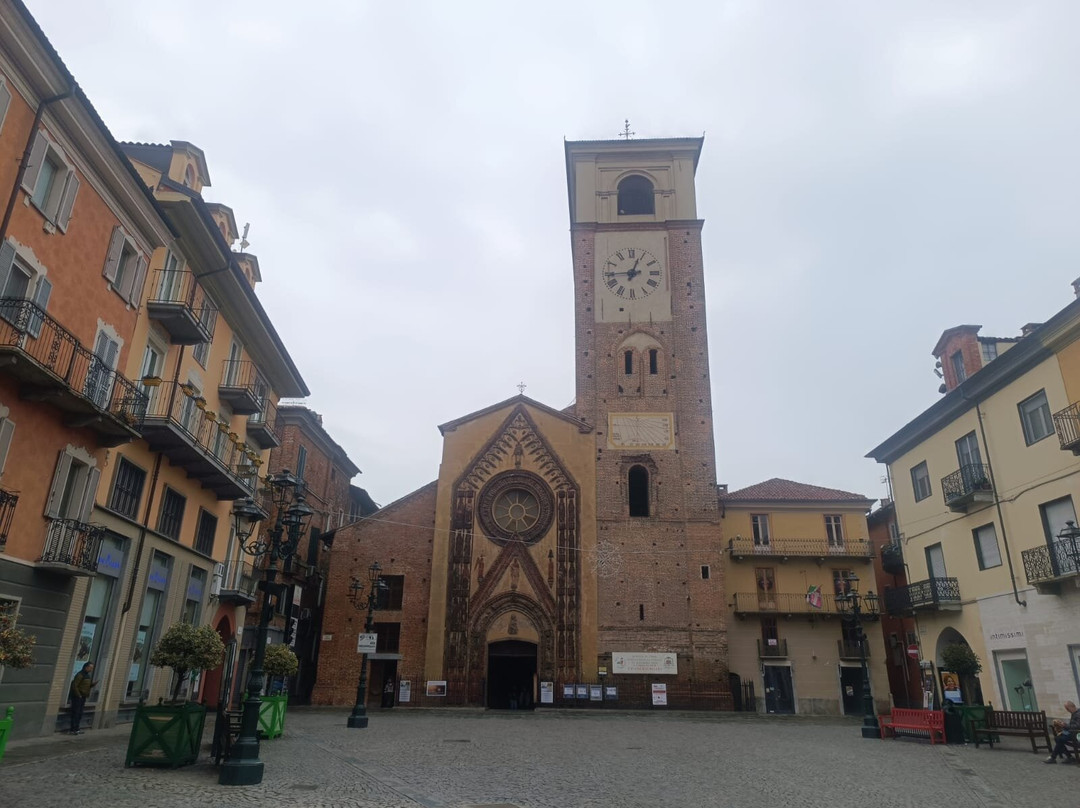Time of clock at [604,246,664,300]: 12:44
